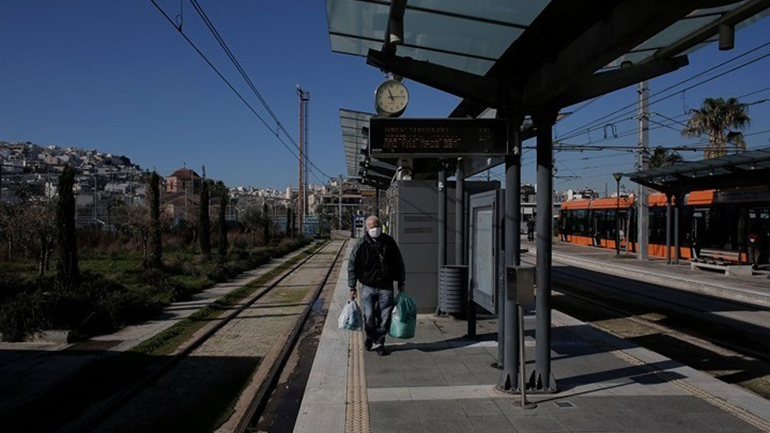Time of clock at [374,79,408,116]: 11:13
